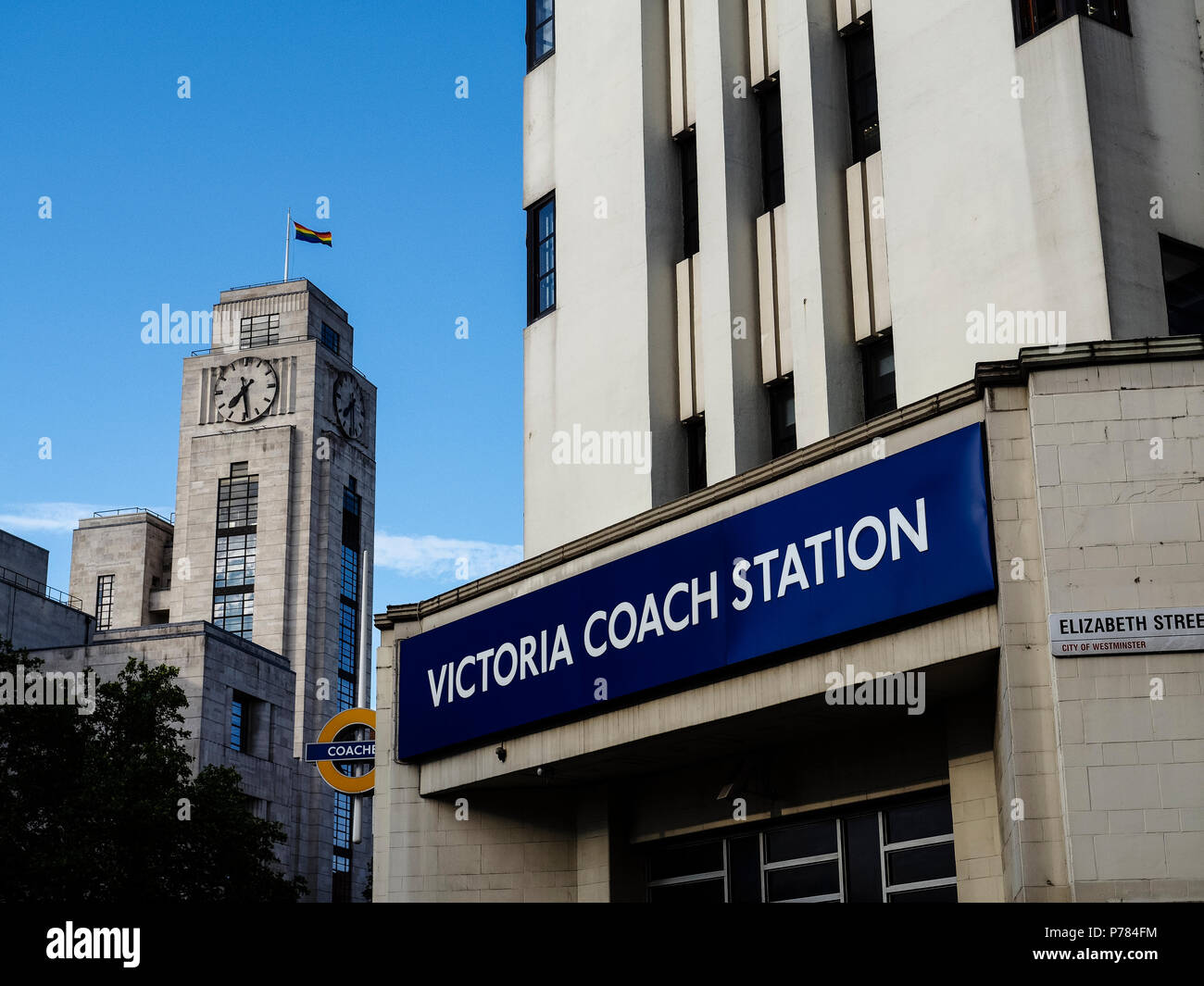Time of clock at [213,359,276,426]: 7:28
